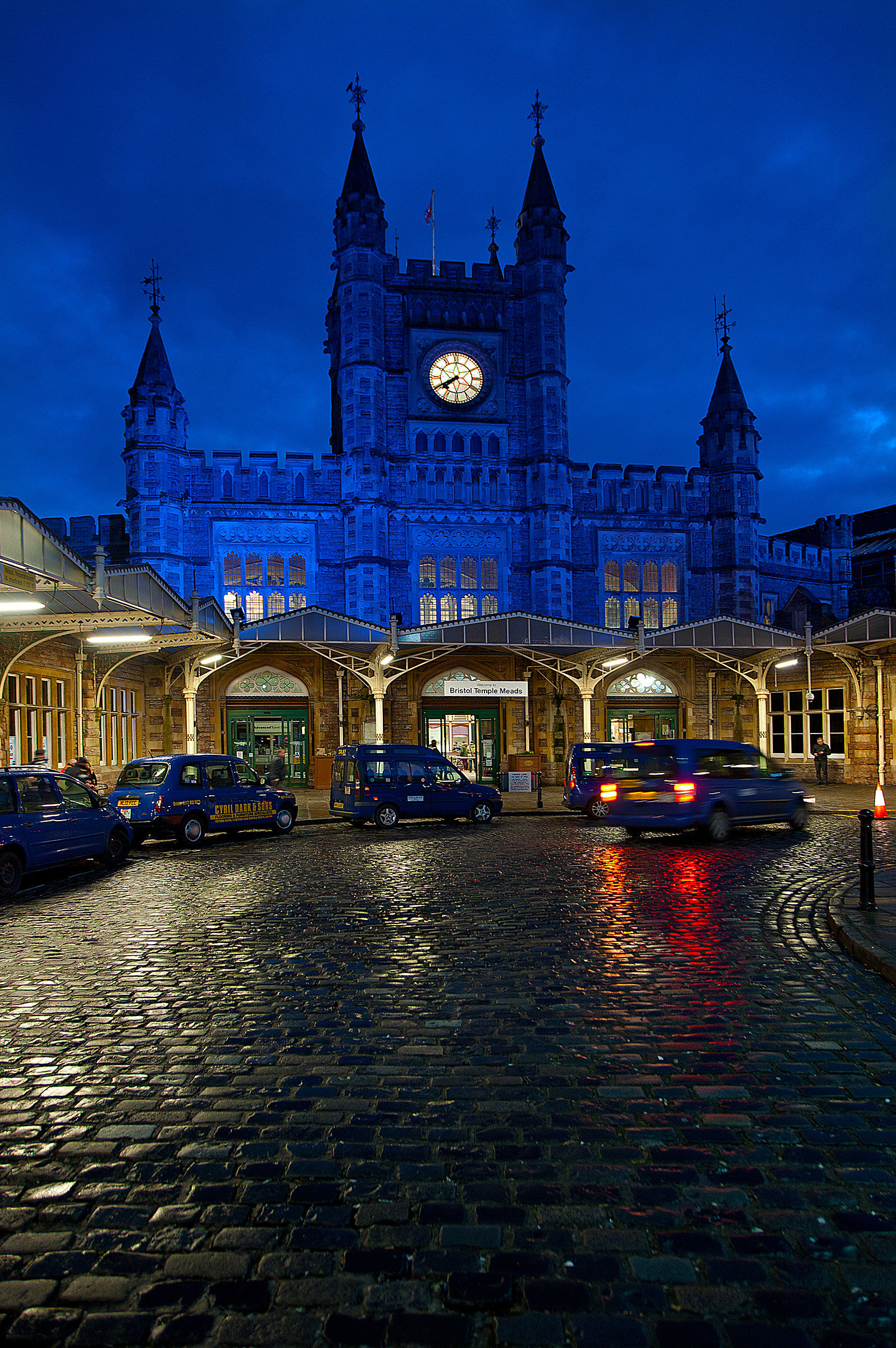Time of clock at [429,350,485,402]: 7:40
